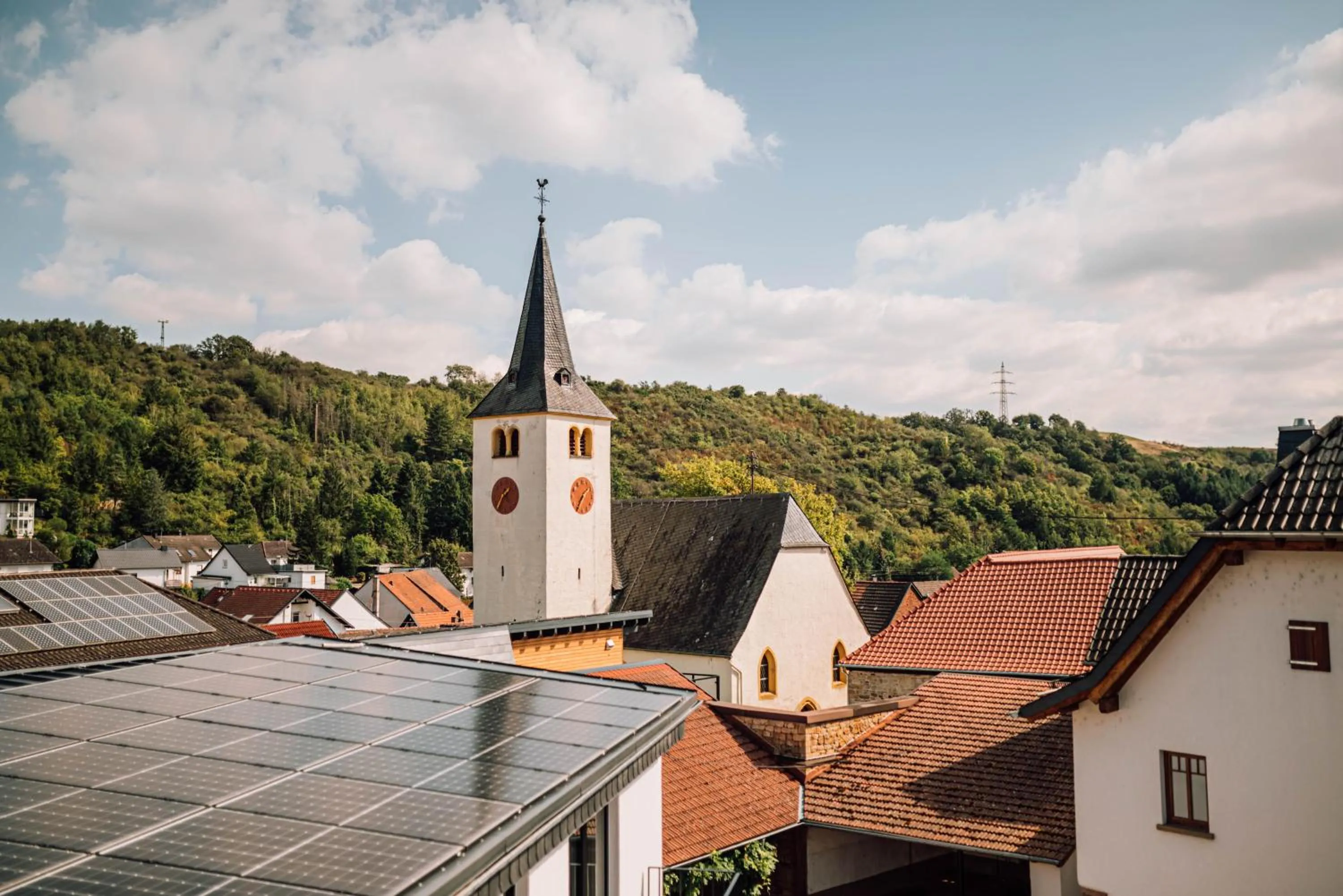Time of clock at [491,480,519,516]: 1:35
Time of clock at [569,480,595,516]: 1:35
